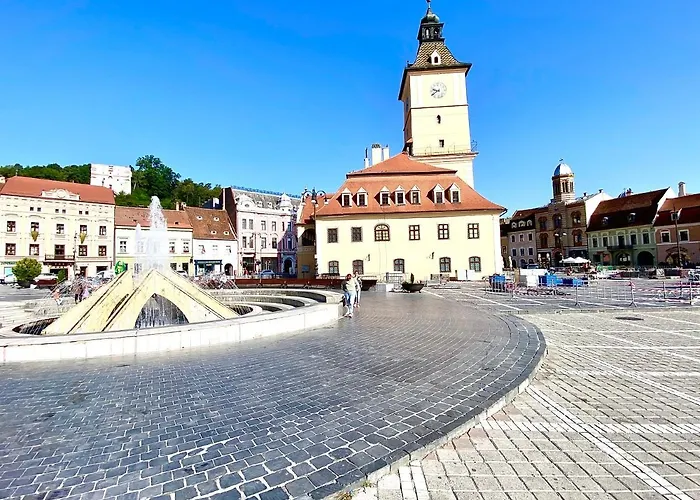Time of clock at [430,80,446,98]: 9:39
